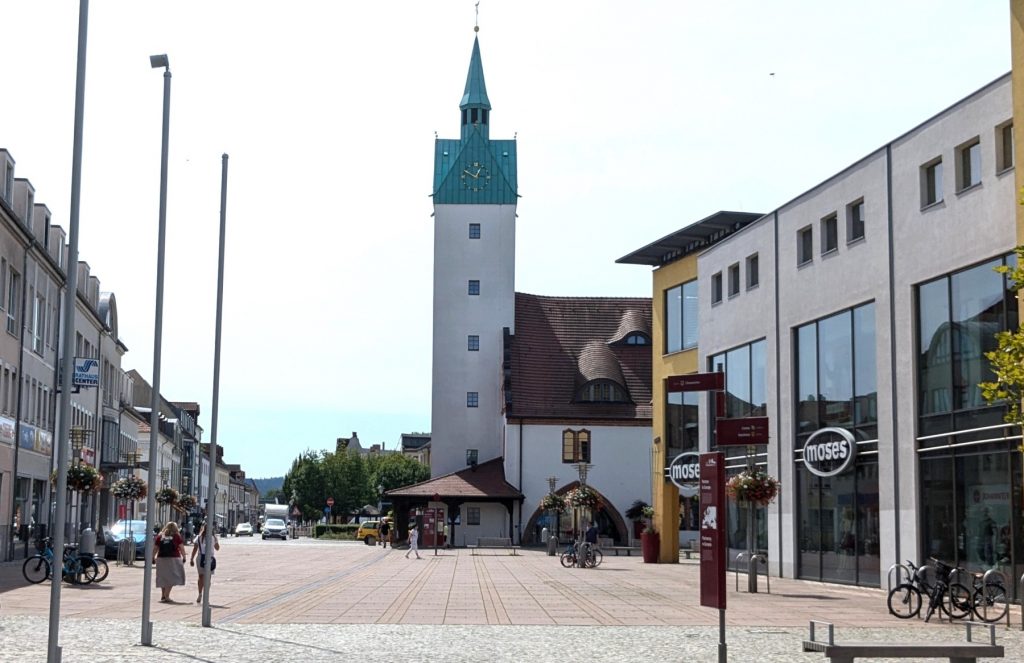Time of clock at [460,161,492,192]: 12:49
